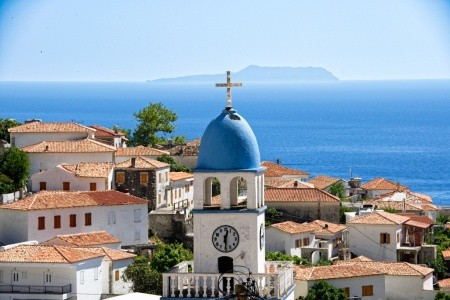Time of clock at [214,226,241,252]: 12:29
